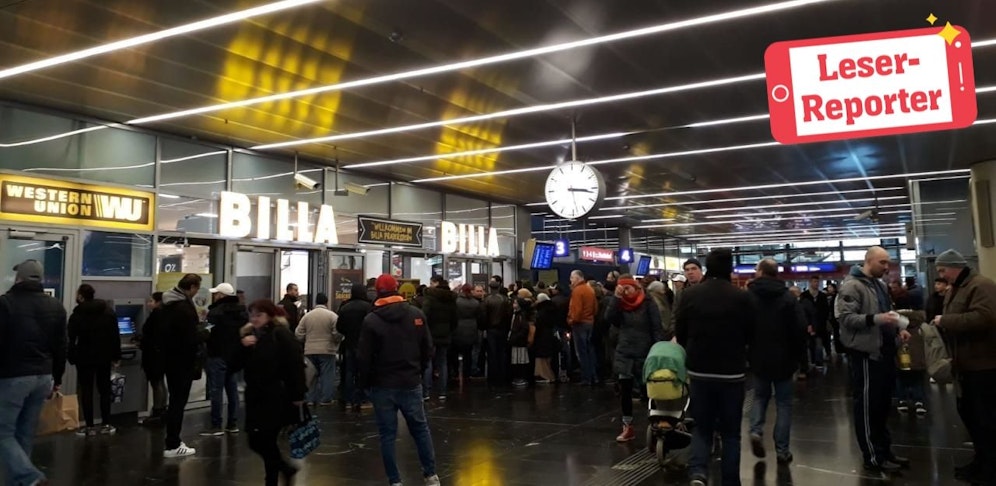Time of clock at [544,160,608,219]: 3:16
